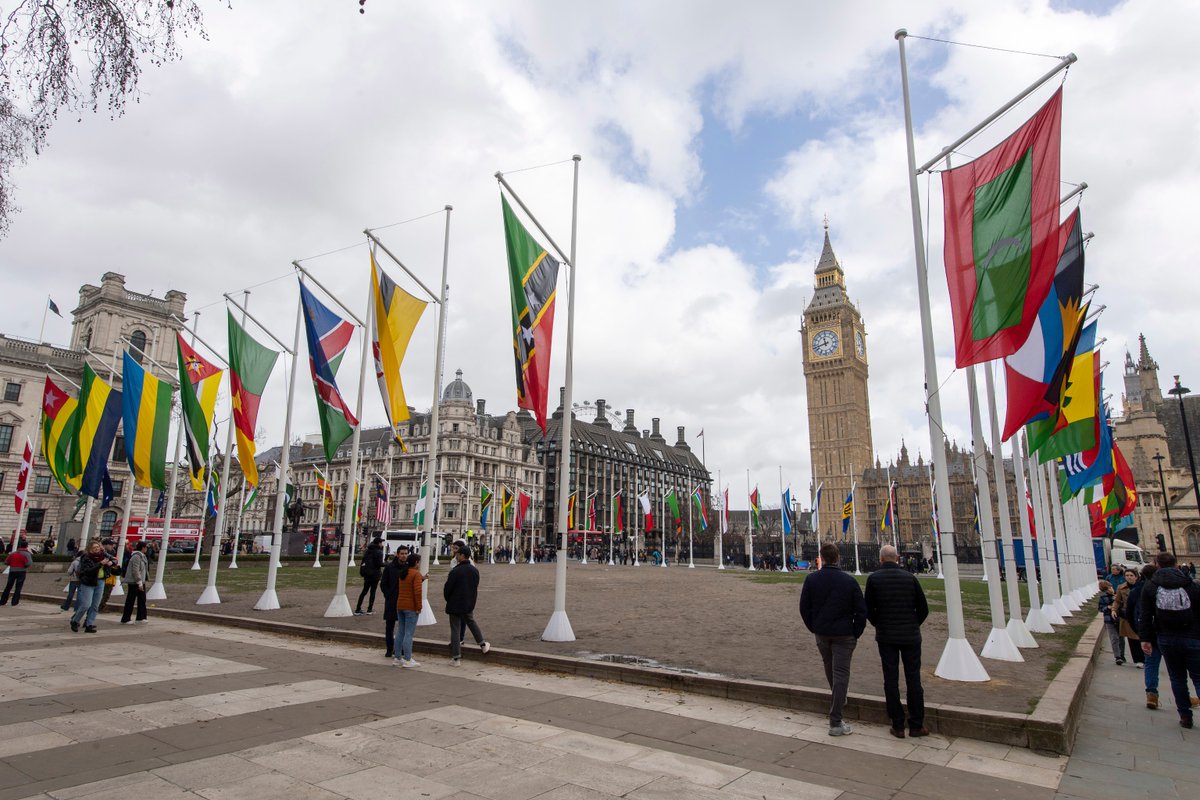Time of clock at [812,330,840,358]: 11:42
